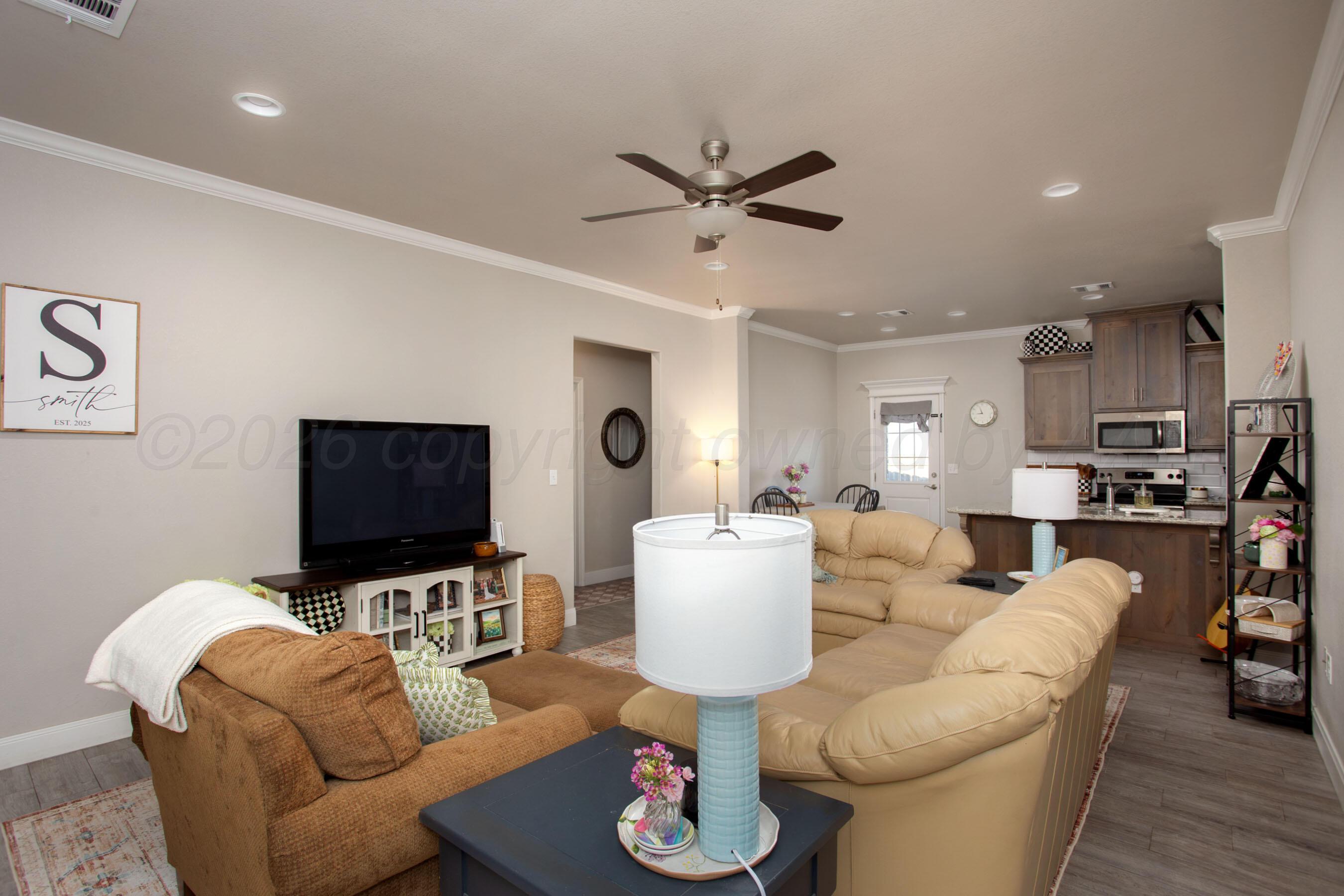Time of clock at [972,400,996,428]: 8:56
